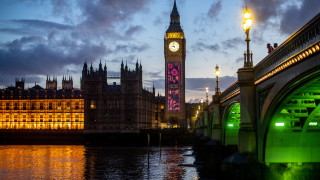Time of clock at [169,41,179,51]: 8:57
